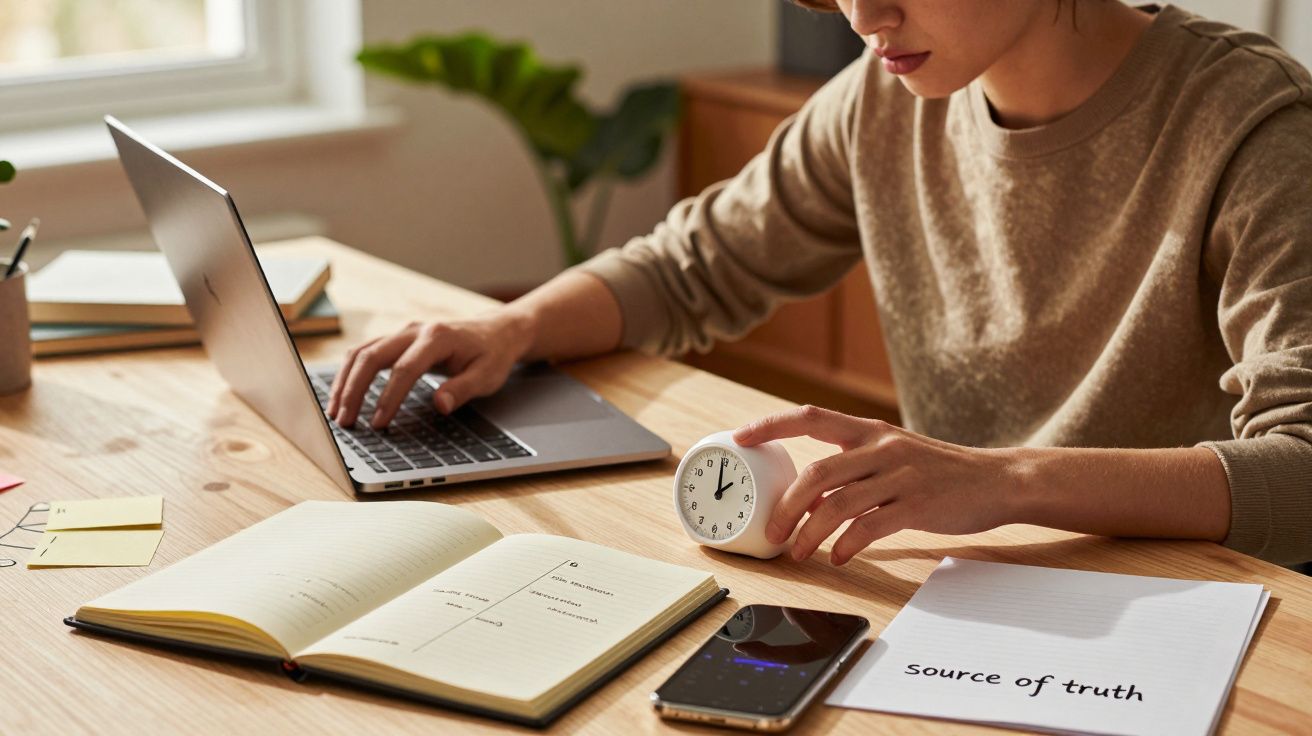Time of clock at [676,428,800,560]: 2:00
